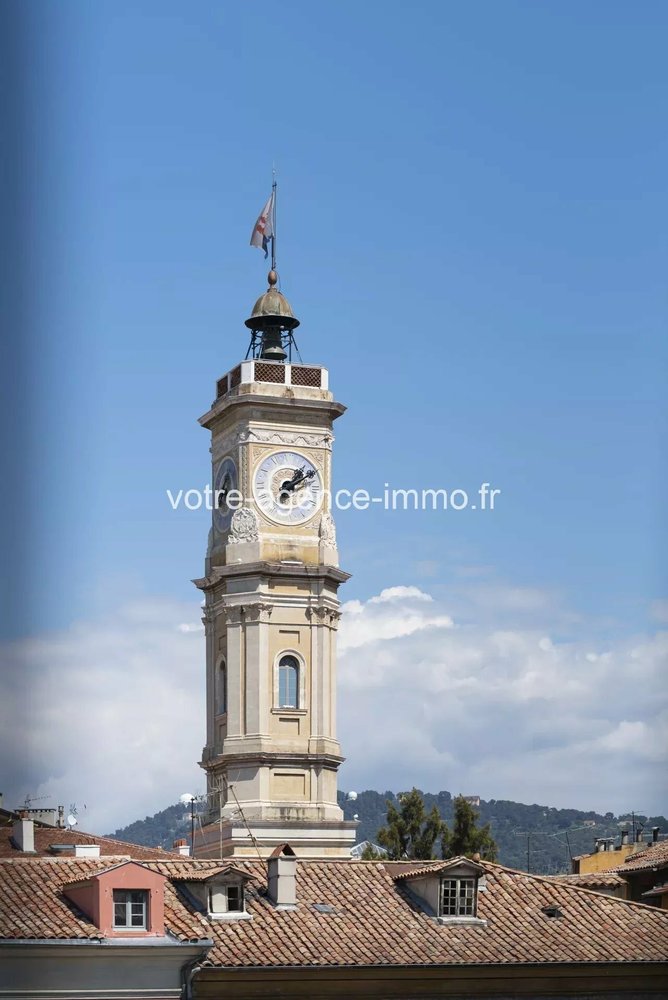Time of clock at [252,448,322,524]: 1:09
